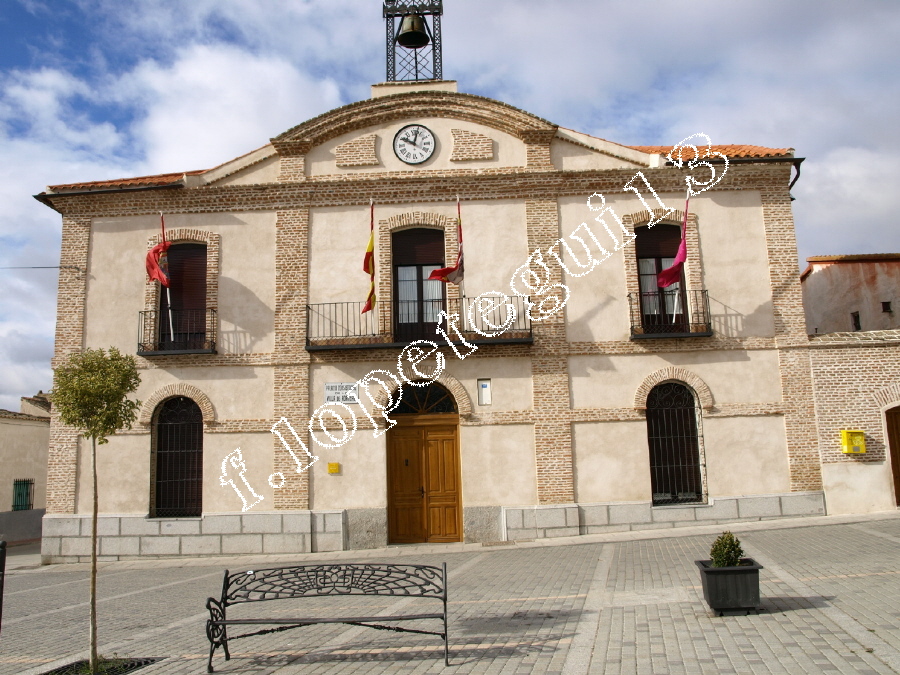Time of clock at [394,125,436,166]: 10:02
